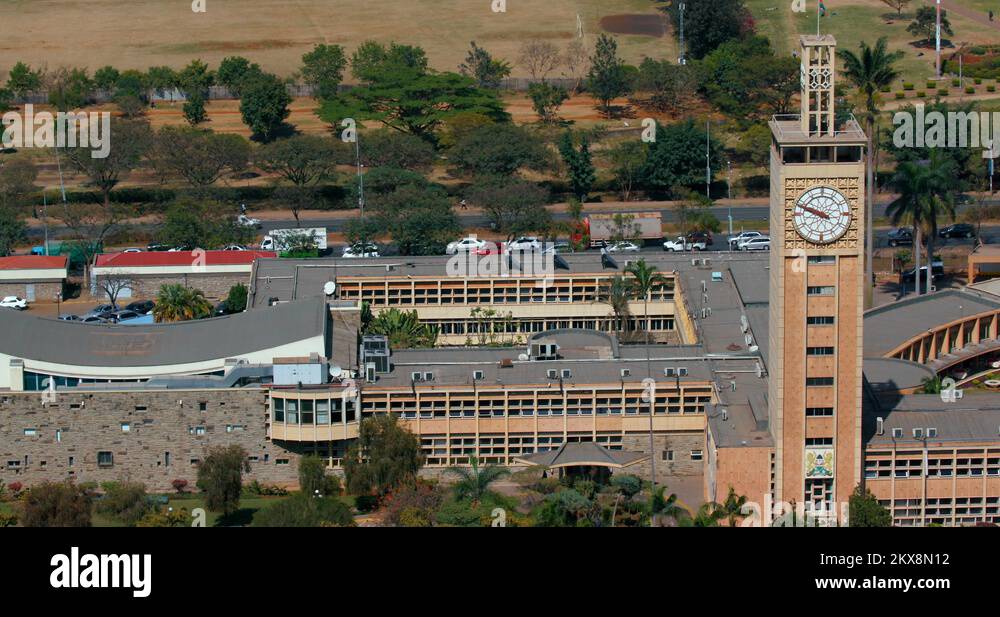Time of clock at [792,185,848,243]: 9:48
